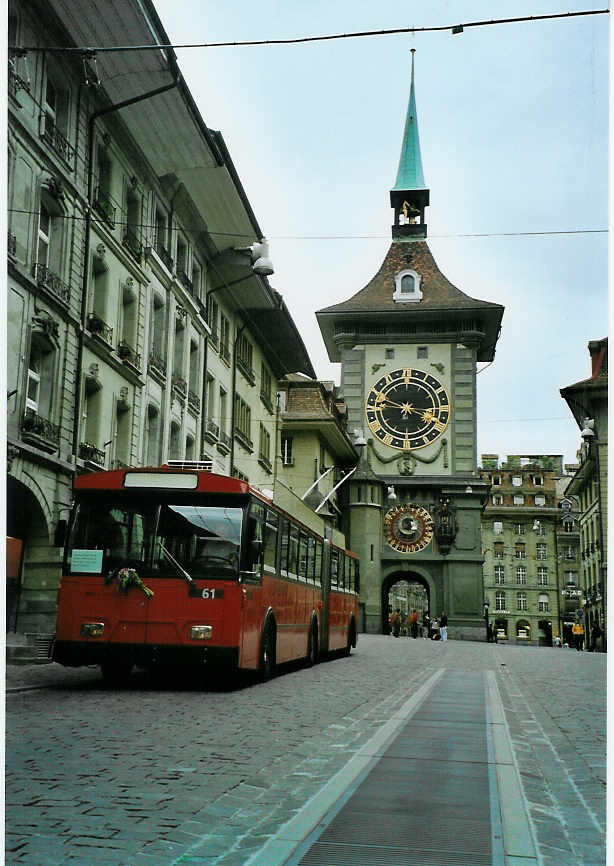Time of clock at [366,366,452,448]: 3:48
